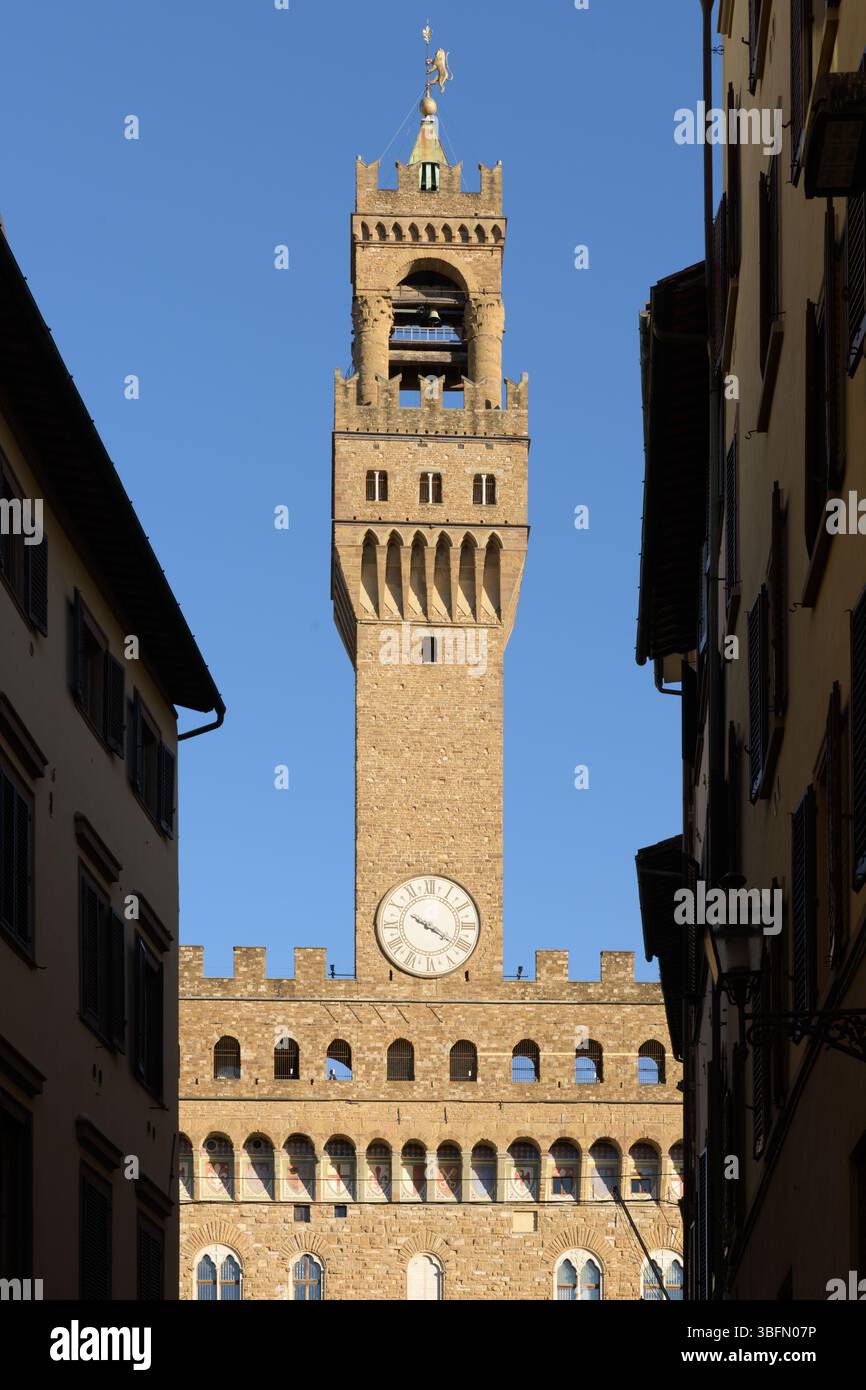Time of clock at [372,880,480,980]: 4:20
